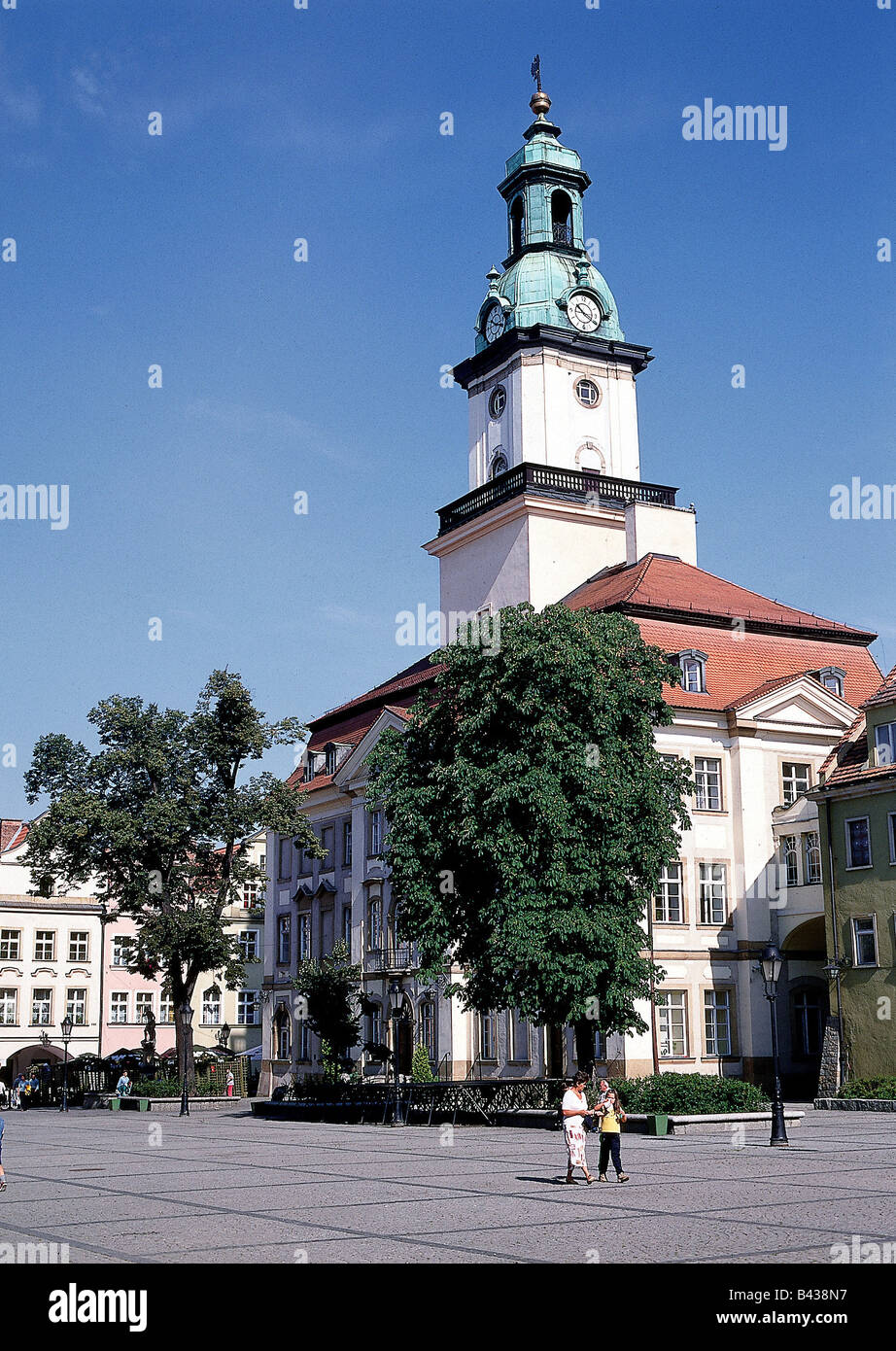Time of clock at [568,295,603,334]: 10:20
